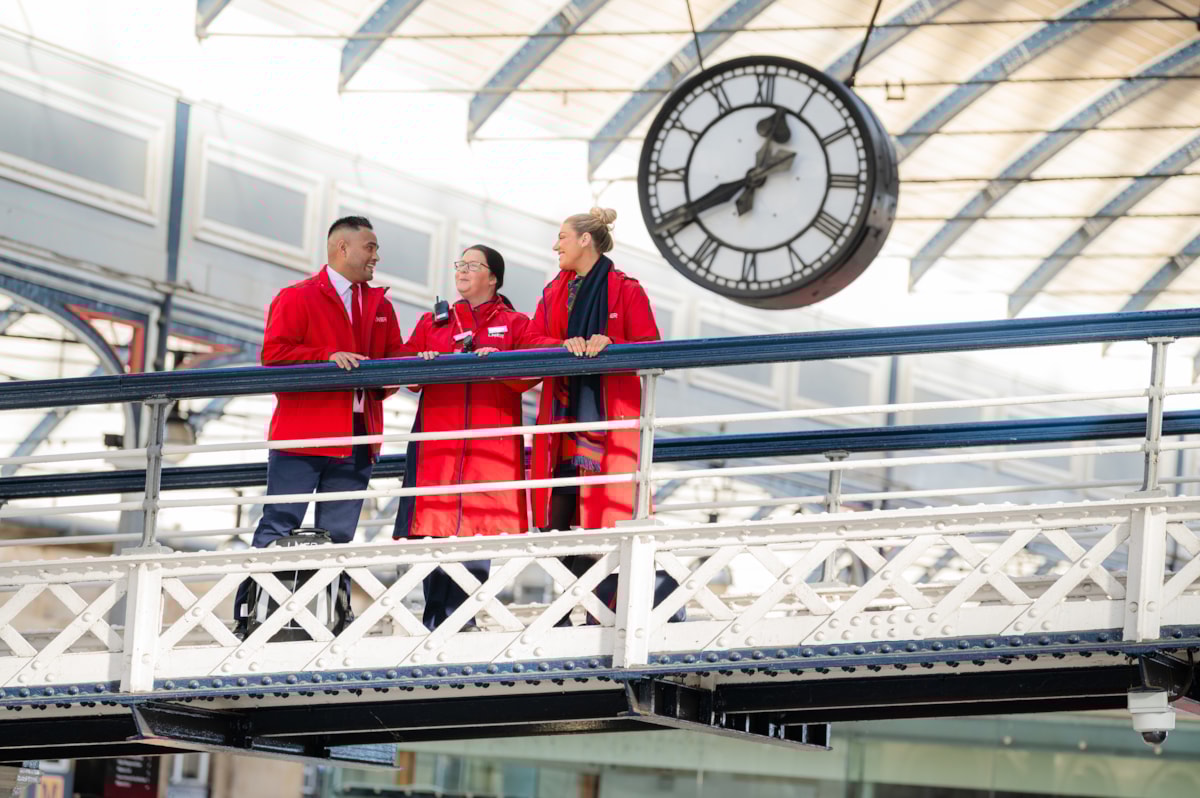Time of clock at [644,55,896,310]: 12:40
